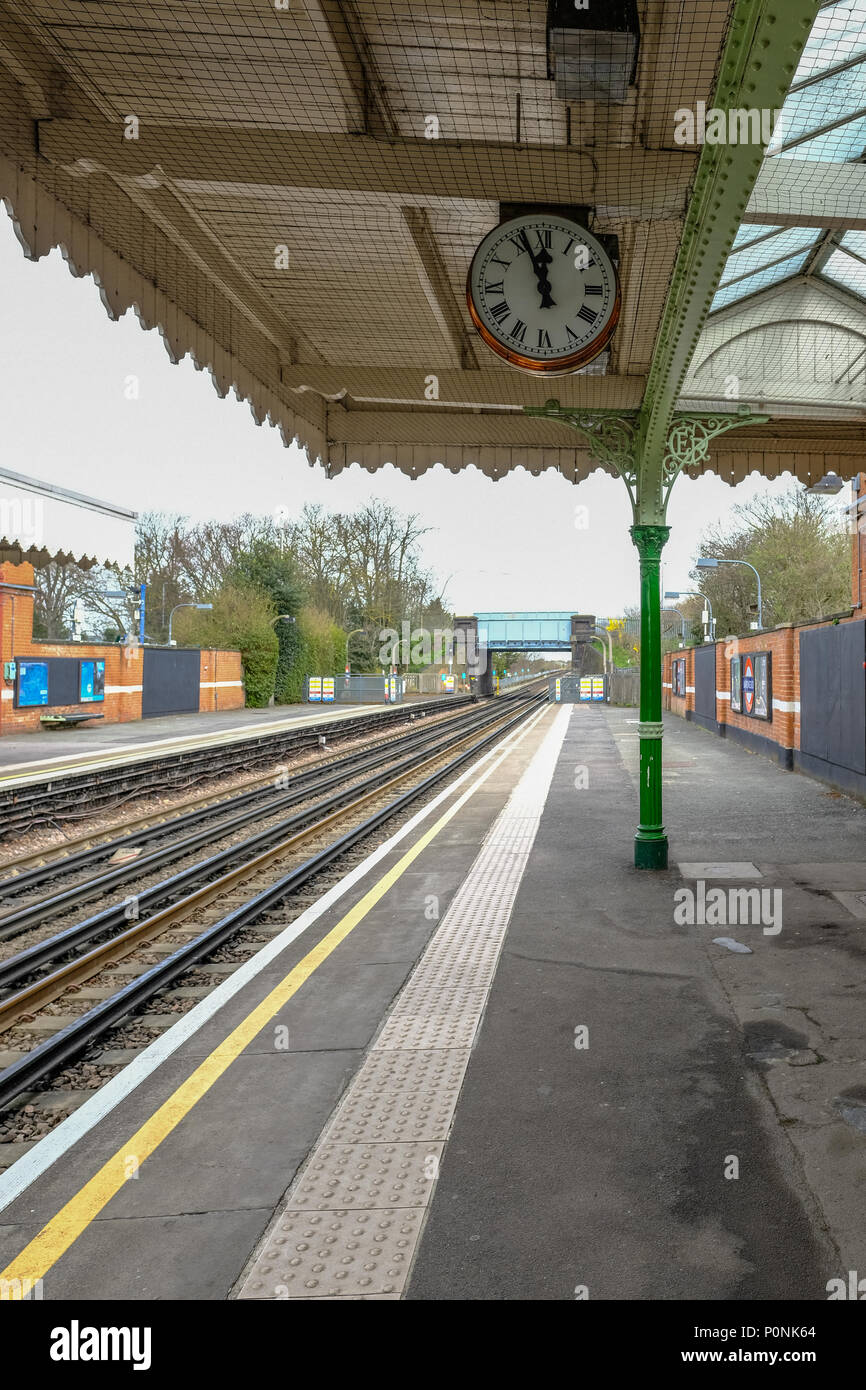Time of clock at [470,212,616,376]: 11:56
